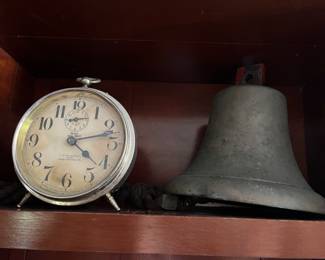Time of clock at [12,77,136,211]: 4:12
